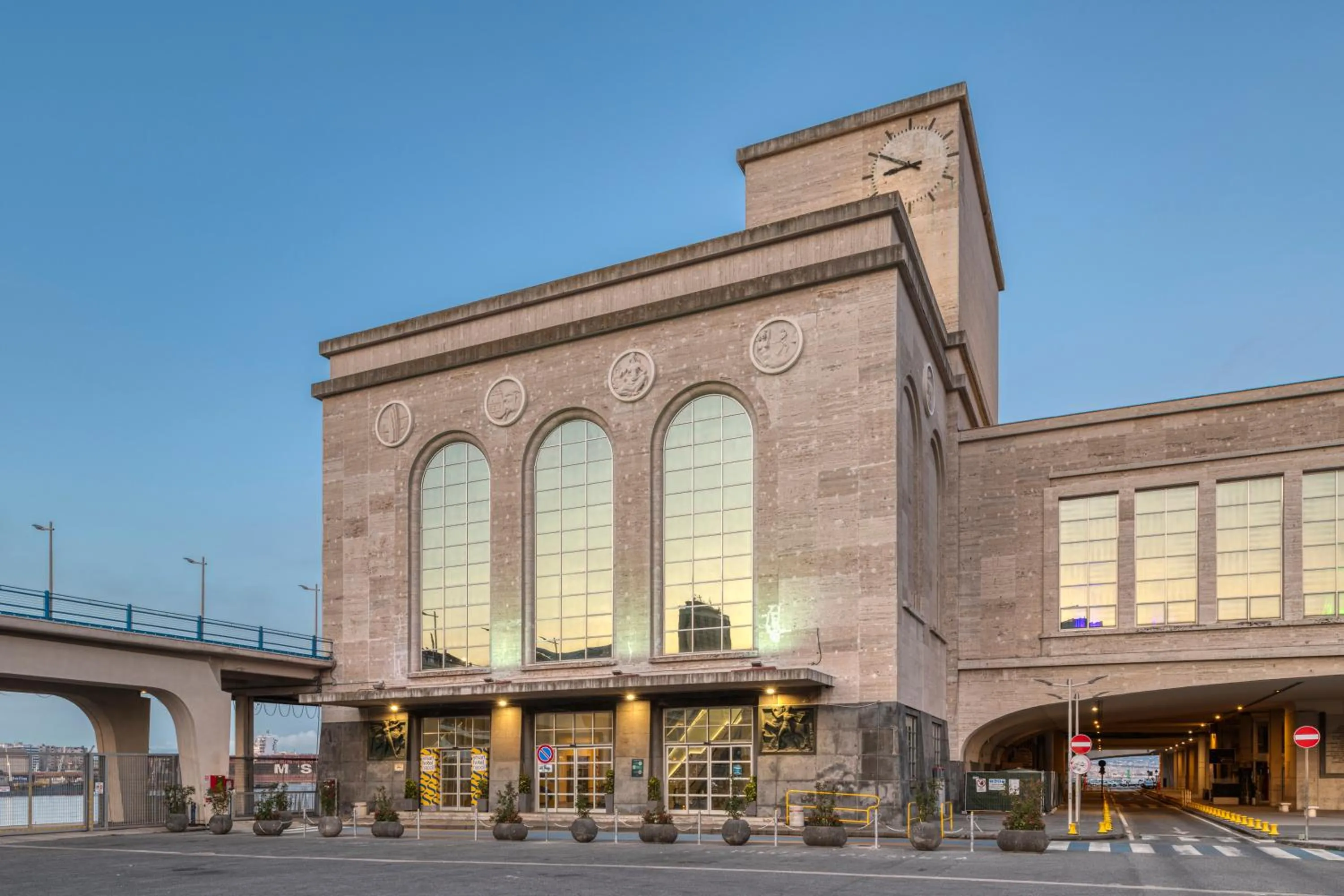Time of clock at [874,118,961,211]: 8:50
